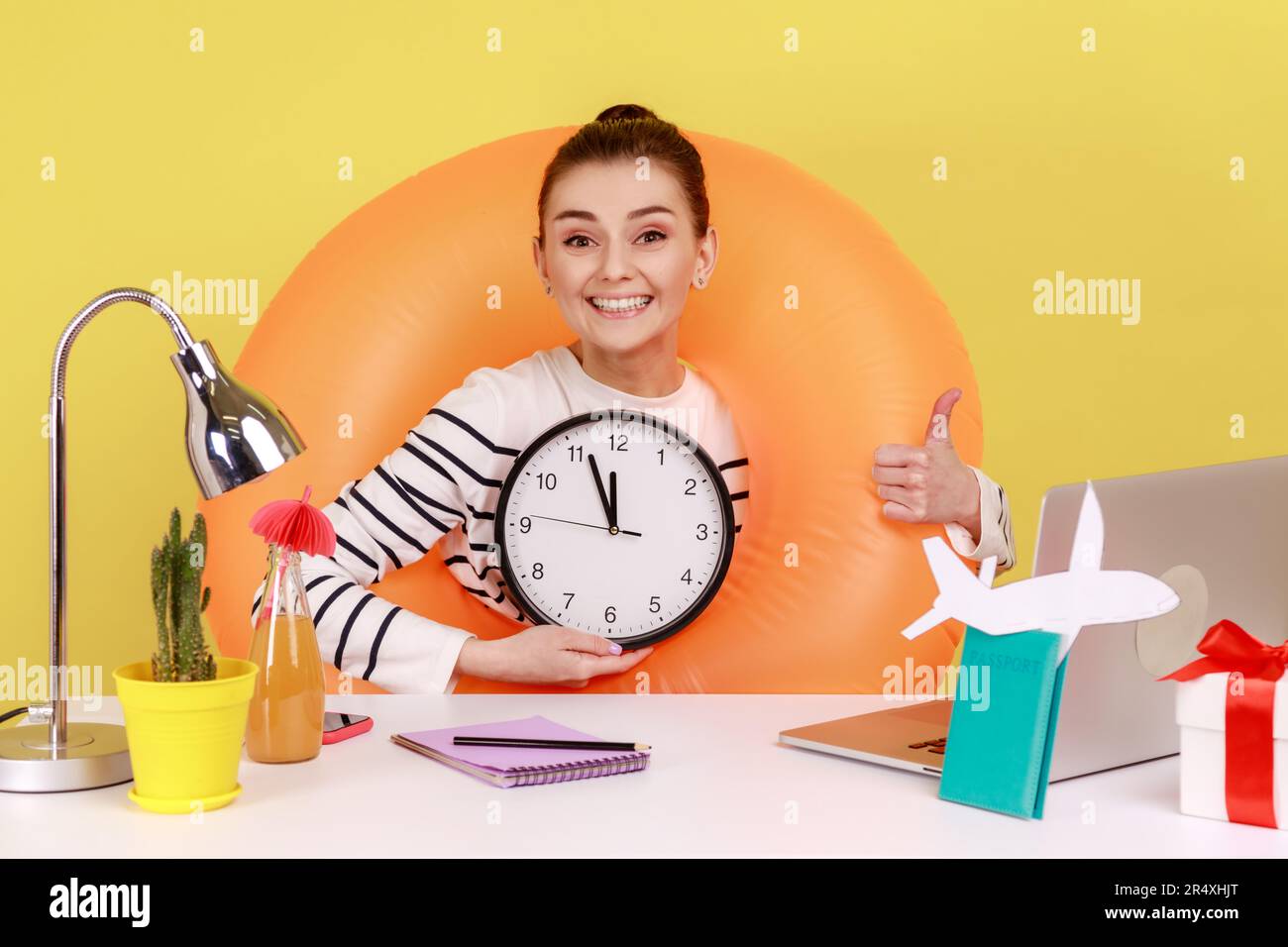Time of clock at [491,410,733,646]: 11:56
